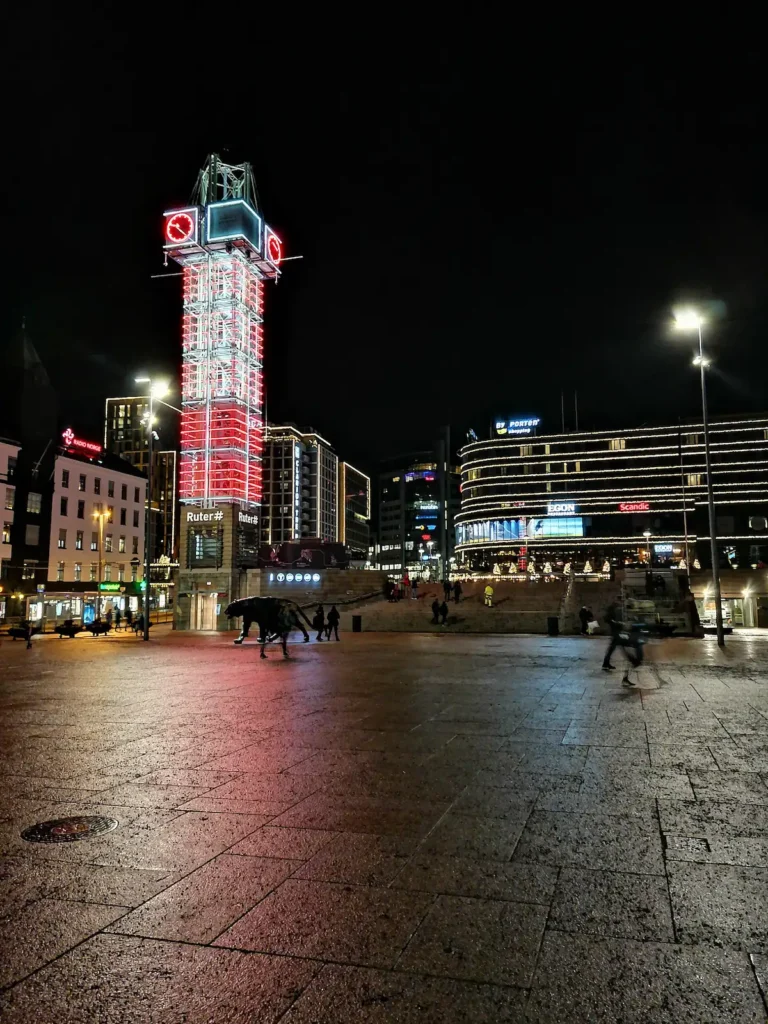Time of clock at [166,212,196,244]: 9:22
